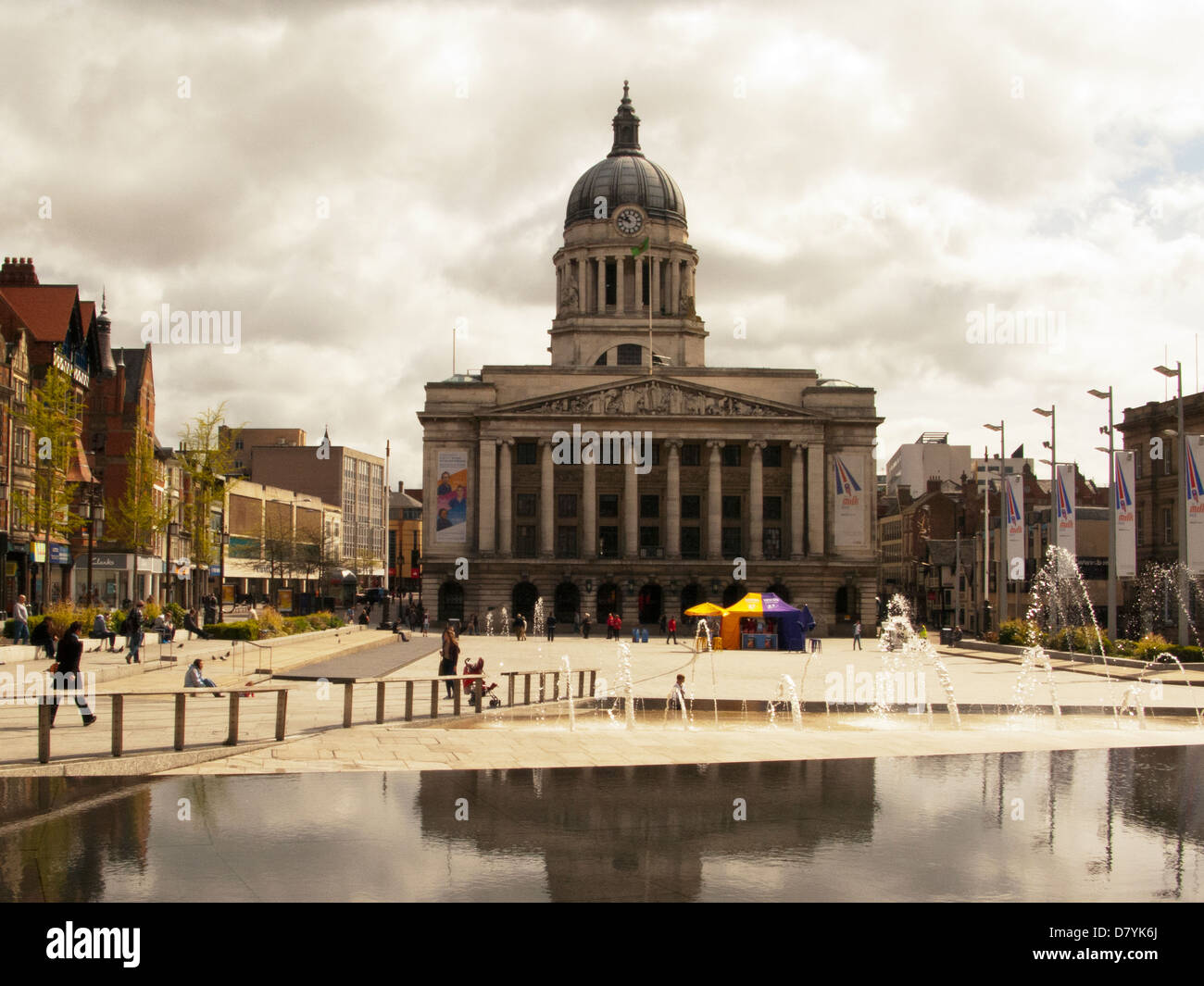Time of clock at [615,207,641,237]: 10:48
